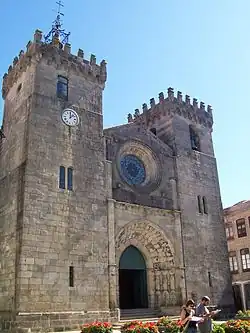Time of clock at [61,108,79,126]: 12:07
